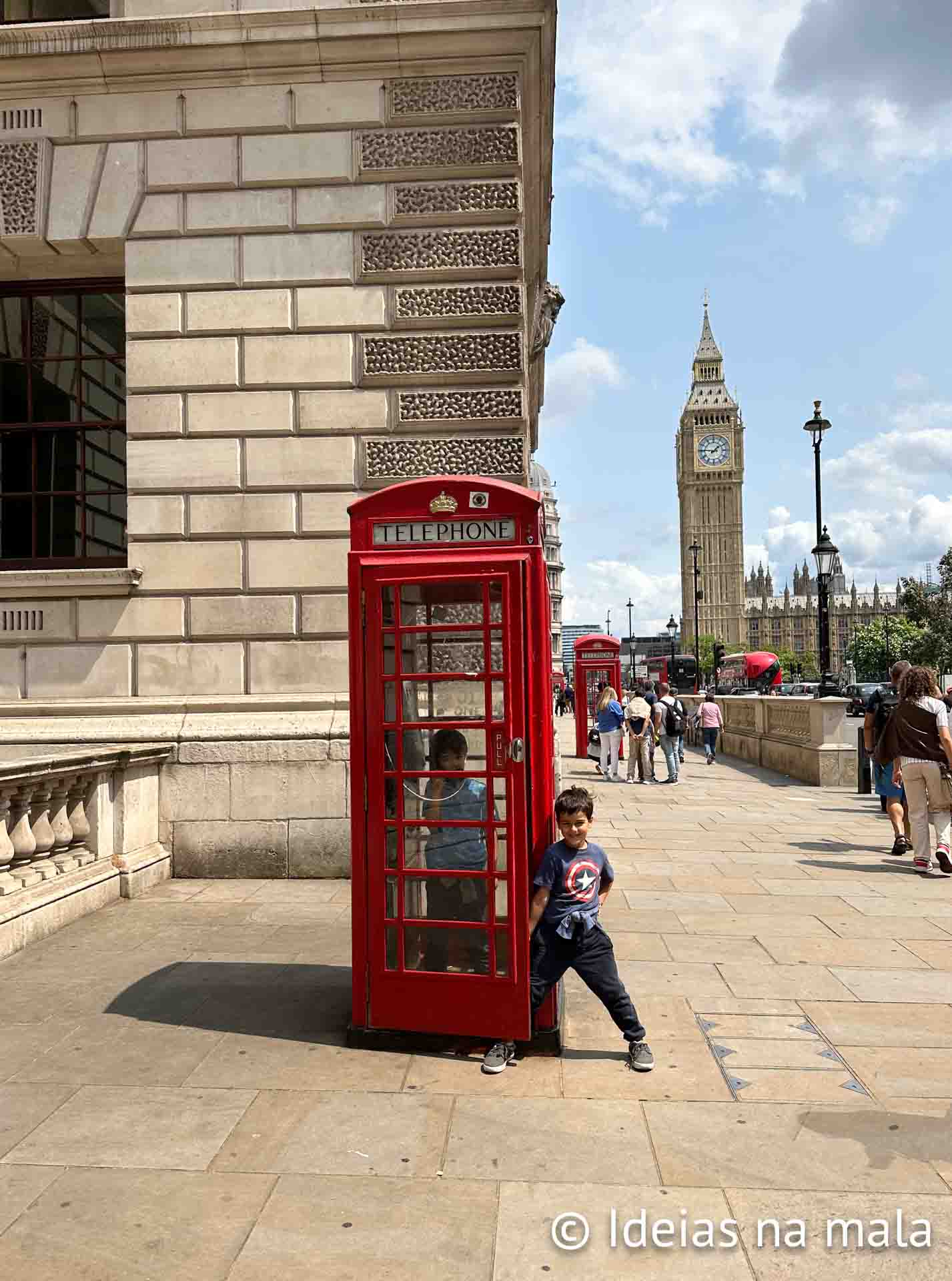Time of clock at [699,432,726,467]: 1:46
